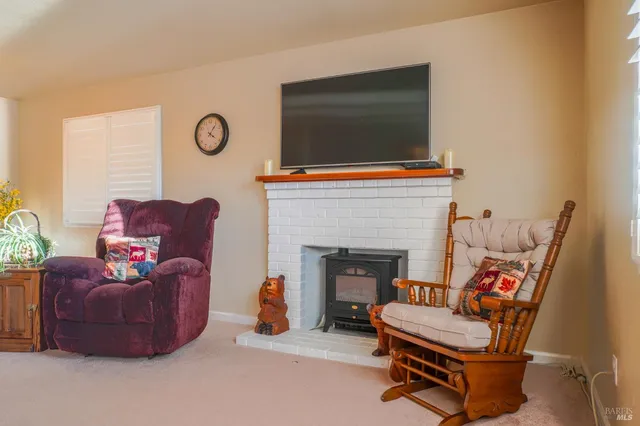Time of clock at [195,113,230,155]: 4:06
